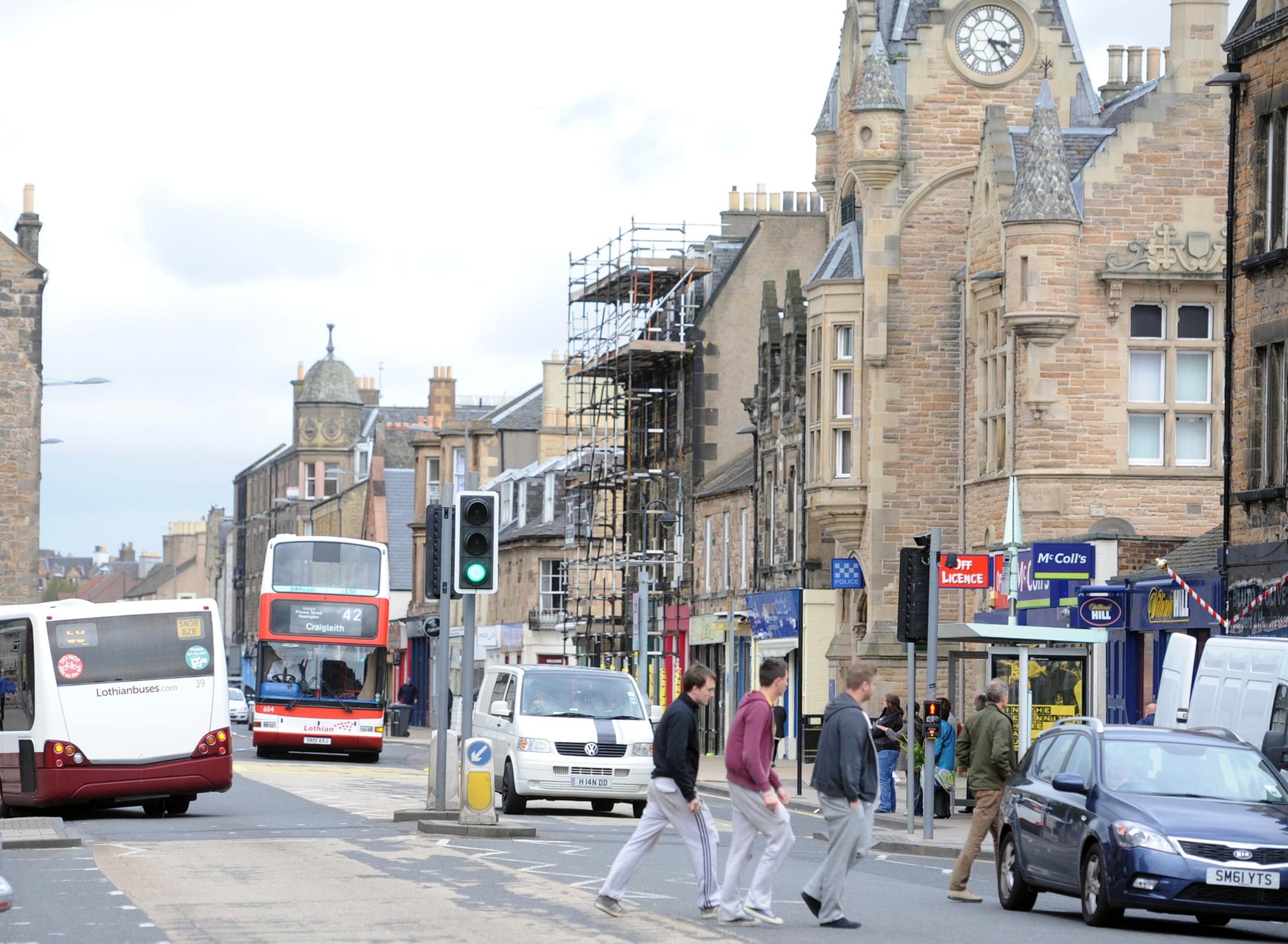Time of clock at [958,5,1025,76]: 3:24
